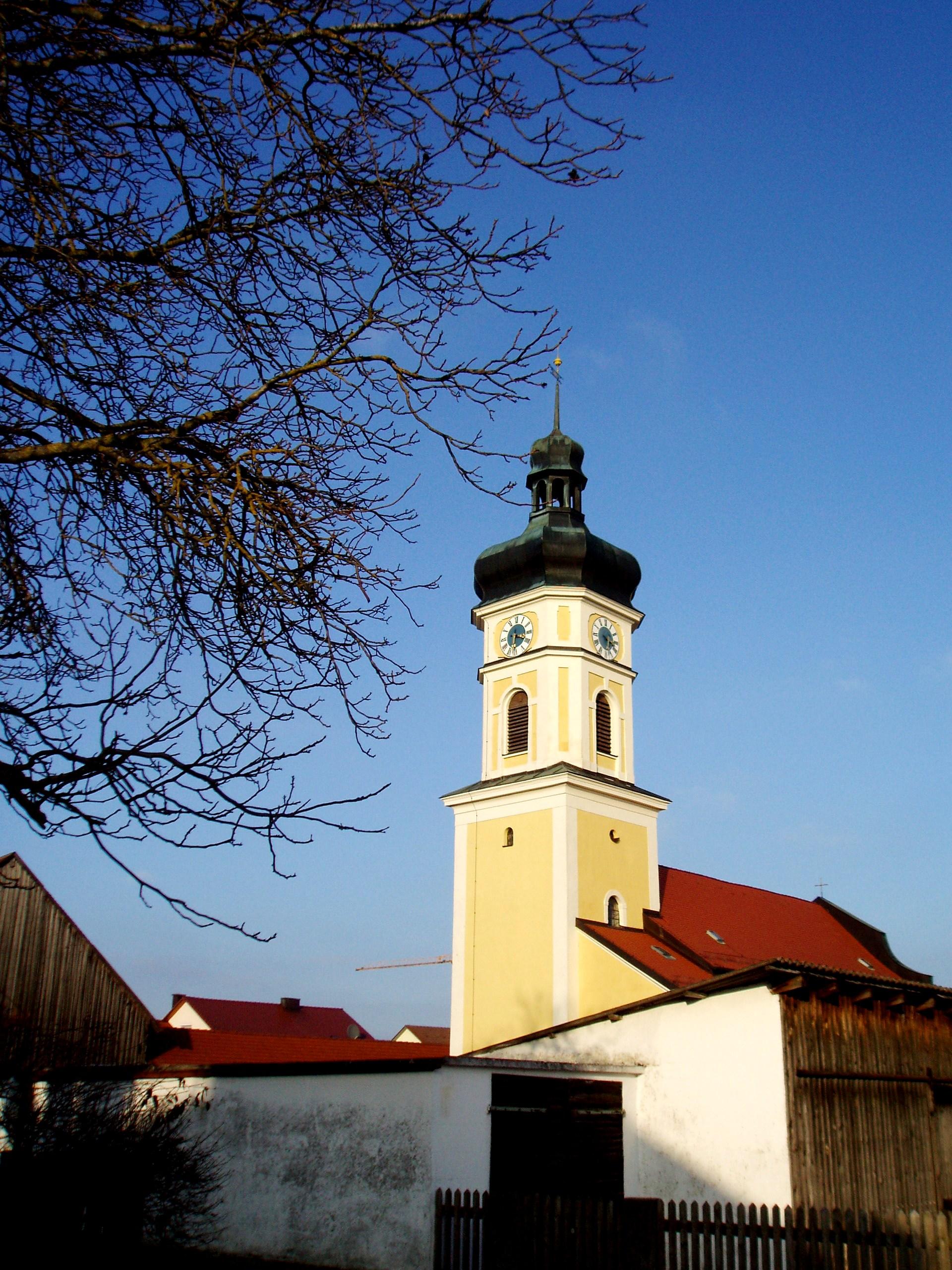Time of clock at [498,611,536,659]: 6:18
